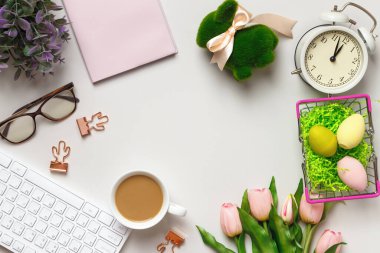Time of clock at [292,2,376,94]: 1:02
